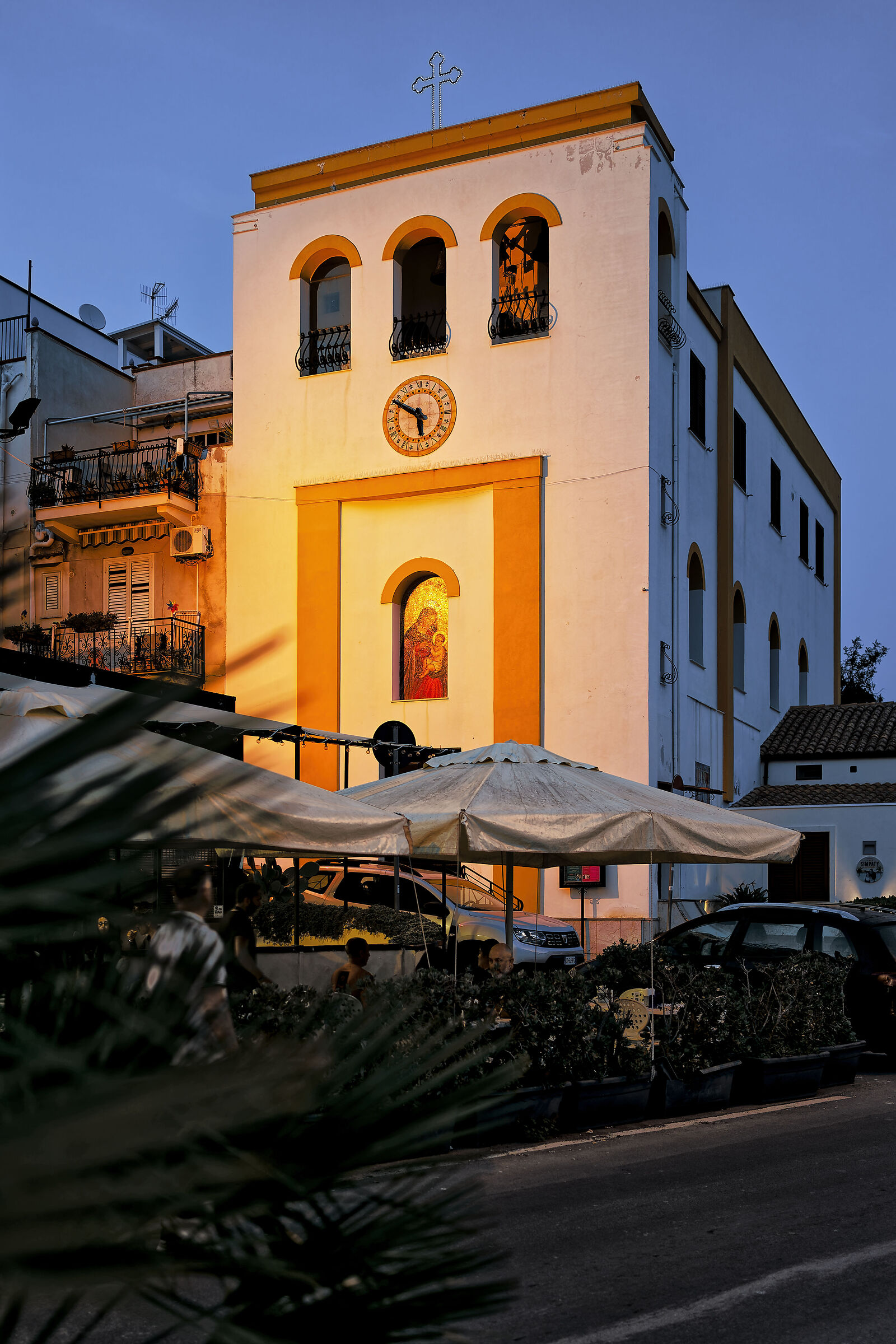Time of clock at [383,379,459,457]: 5:49
